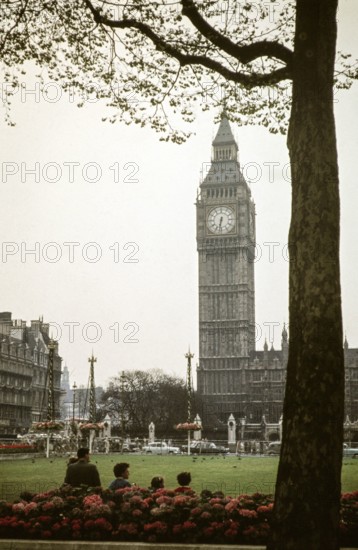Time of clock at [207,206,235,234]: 6:32
